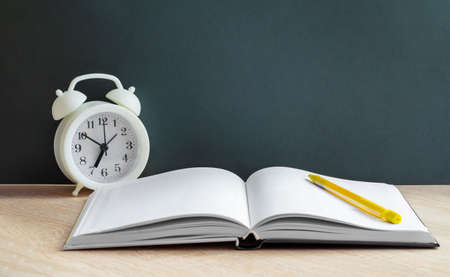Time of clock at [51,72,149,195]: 6:50
